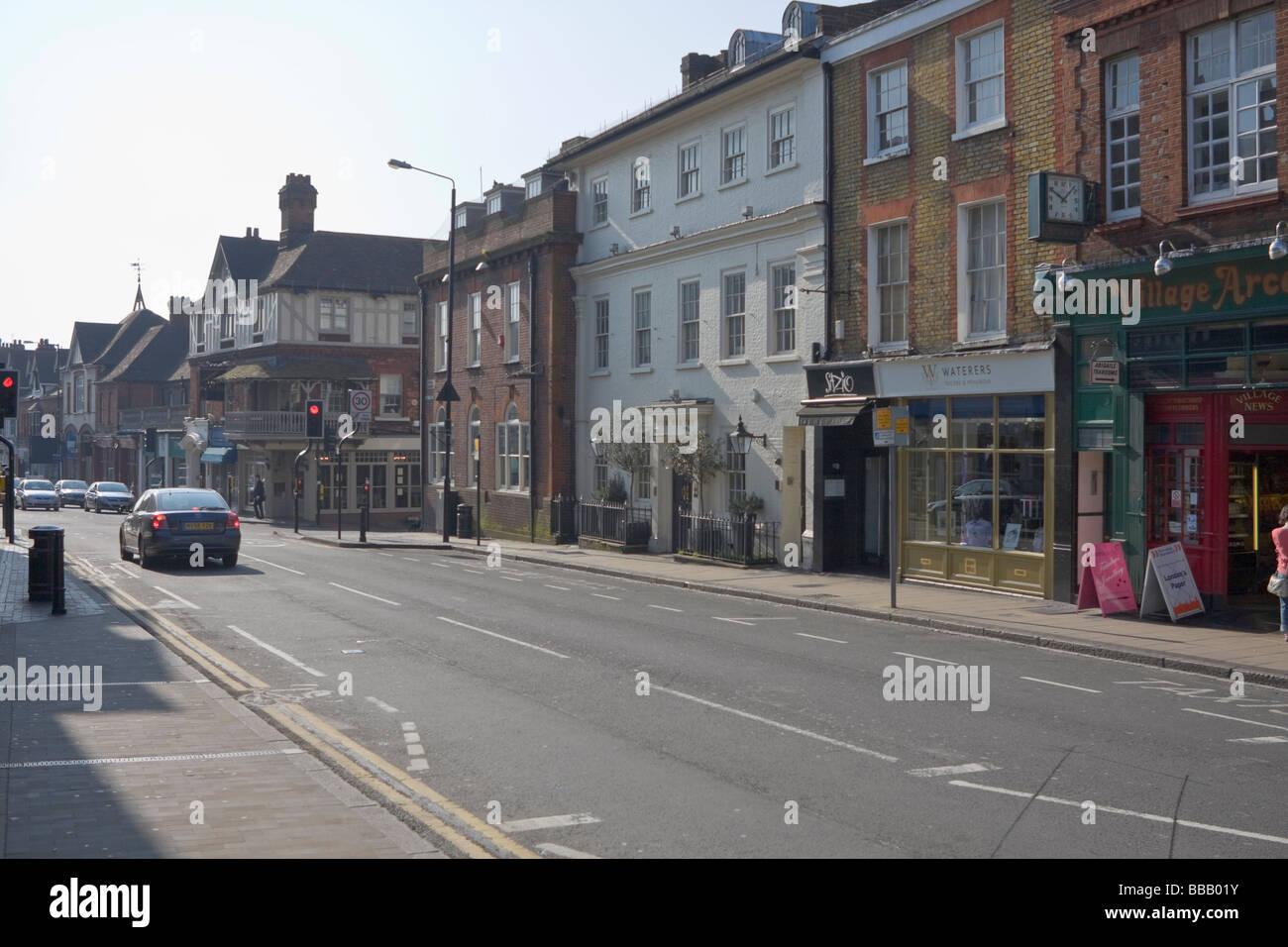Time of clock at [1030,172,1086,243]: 10:07
